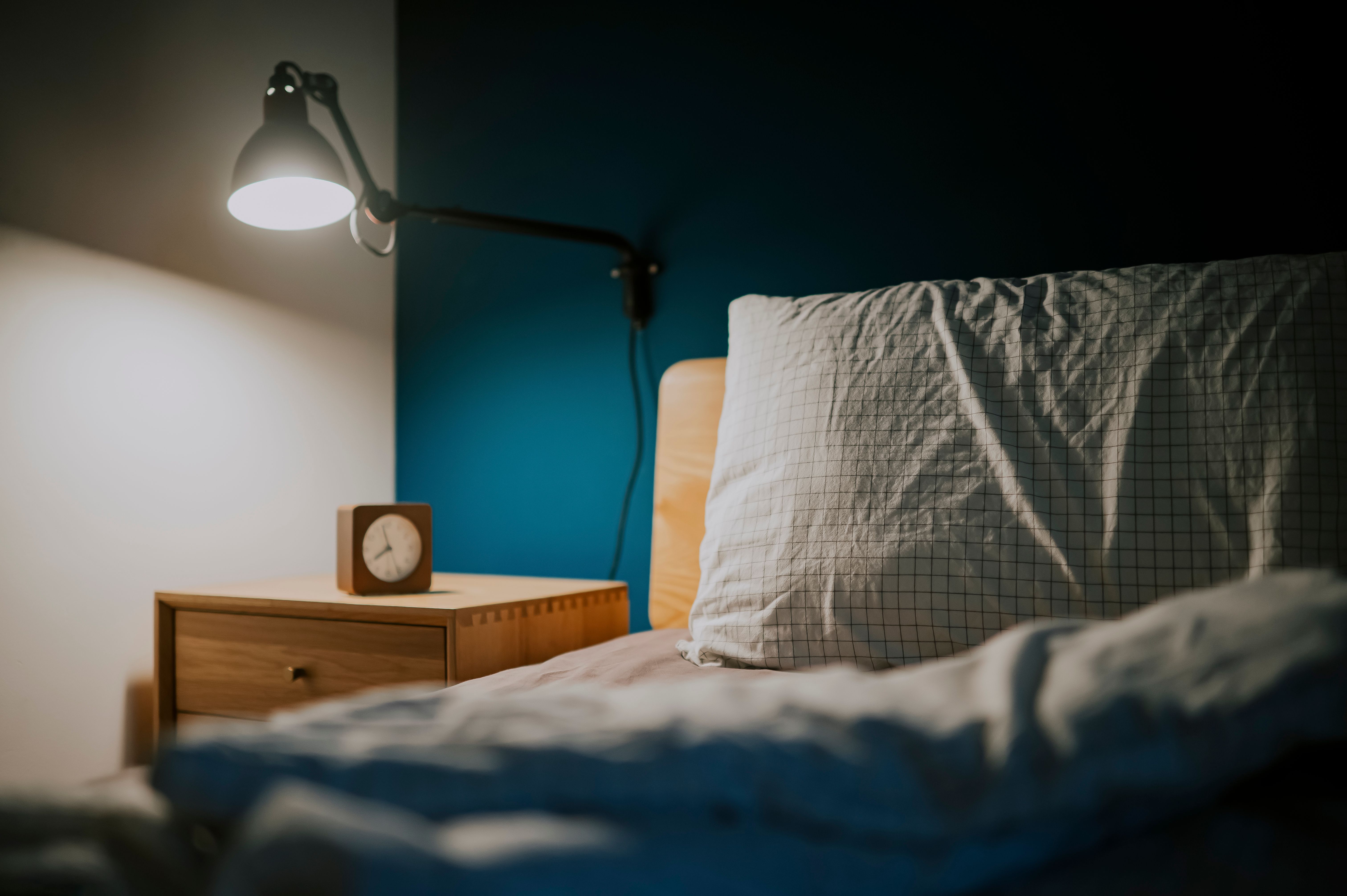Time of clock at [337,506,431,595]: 7:57
